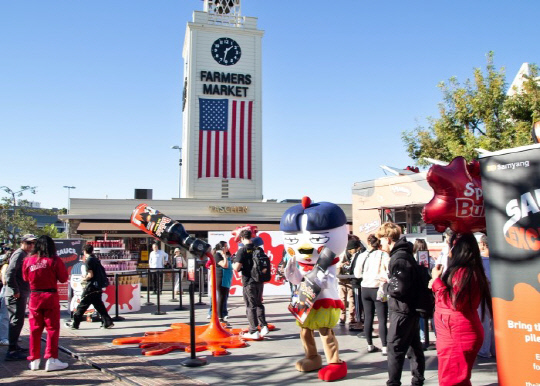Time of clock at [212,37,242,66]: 1:32
